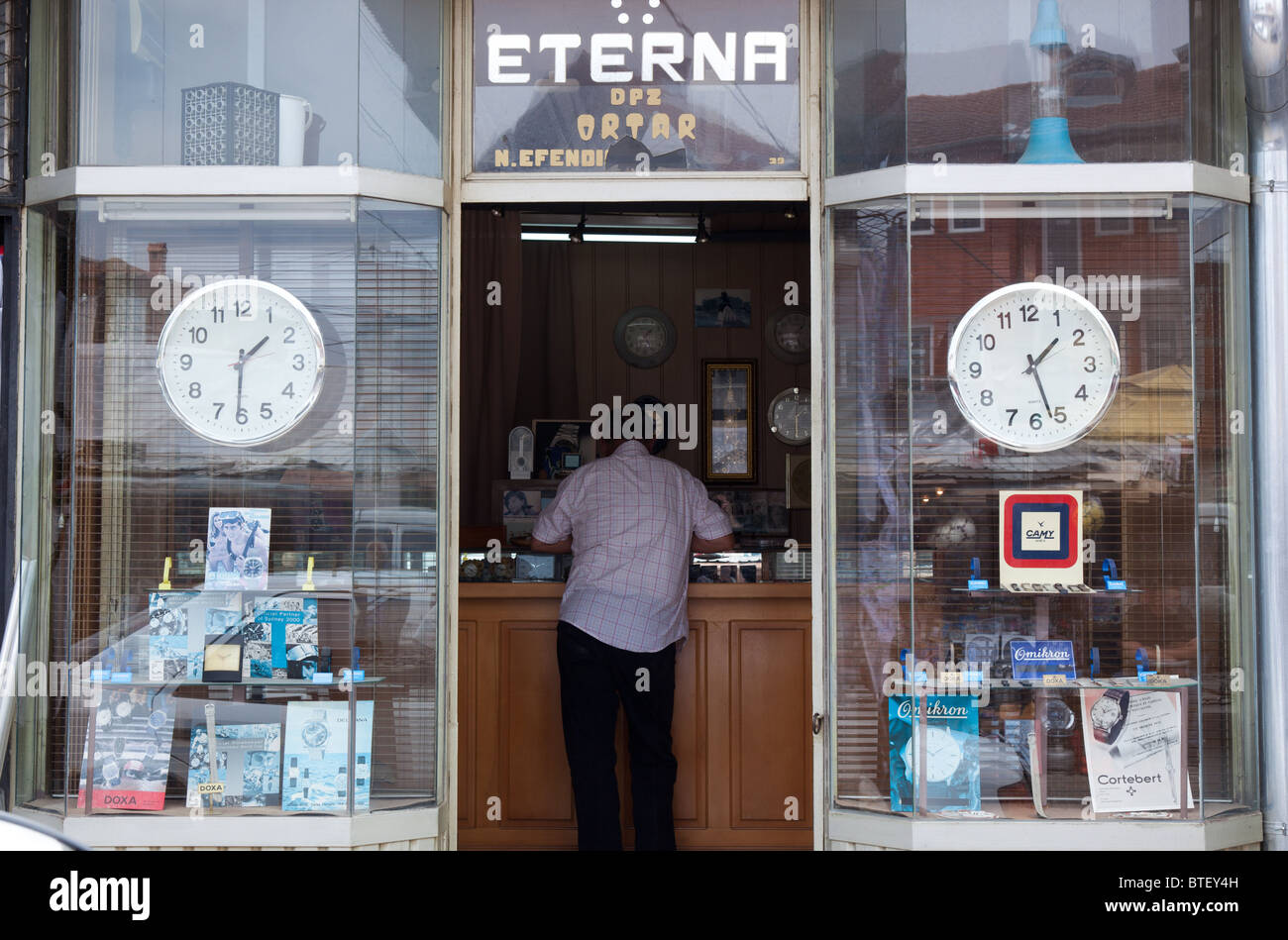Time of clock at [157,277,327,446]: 1:30
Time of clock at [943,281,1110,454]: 1:26
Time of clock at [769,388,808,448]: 12:29
